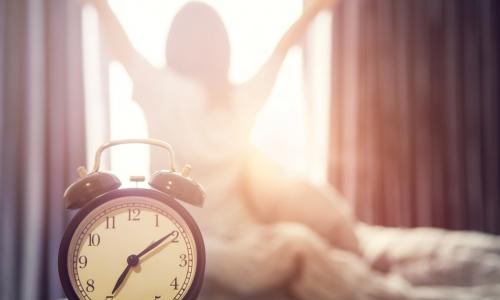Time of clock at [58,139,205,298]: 7:09
